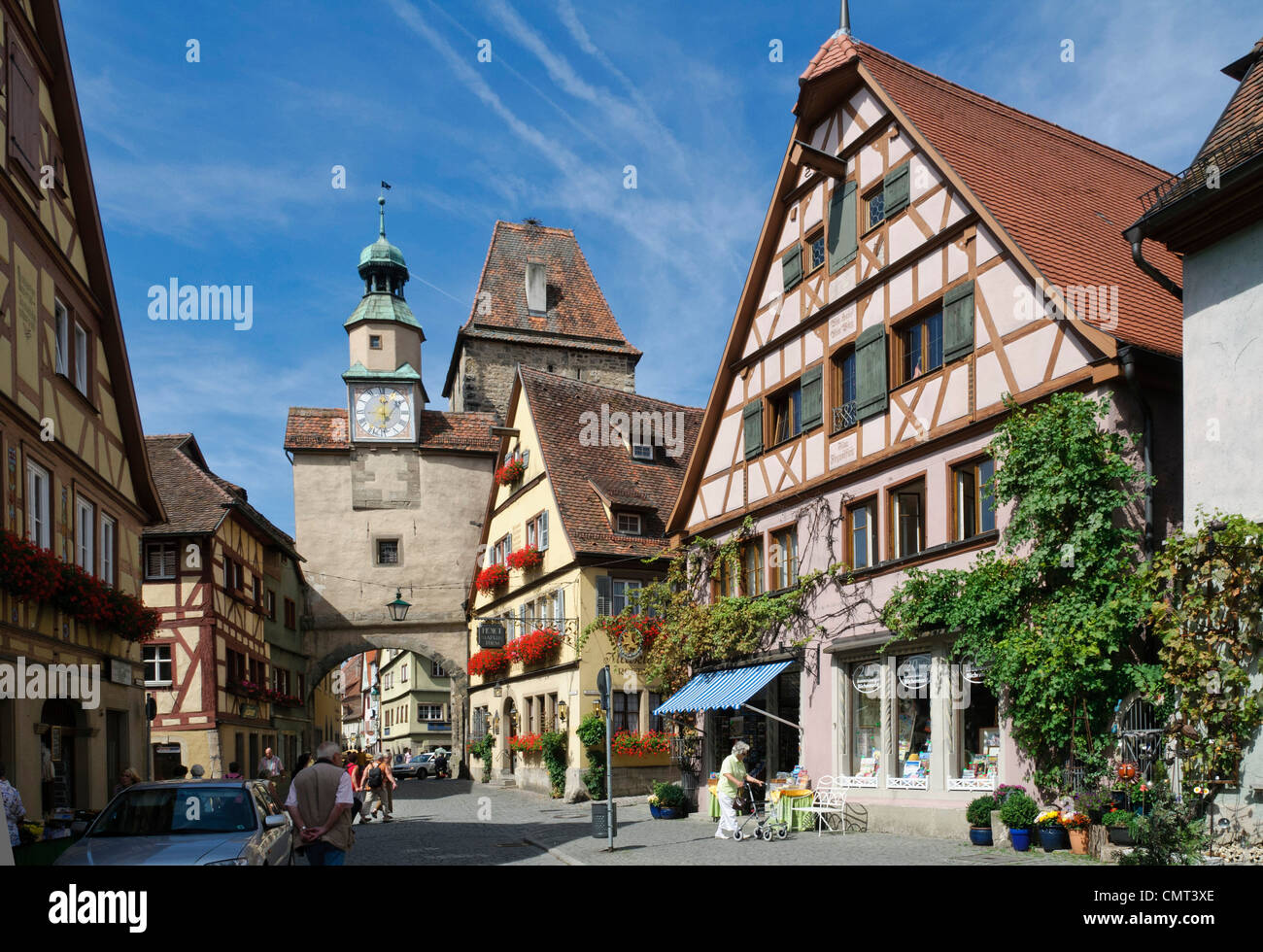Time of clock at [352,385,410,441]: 12:08
